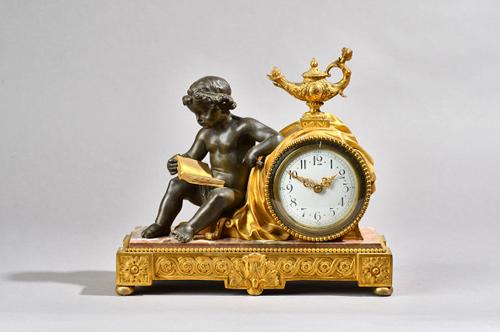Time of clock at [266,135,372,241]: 1:49
